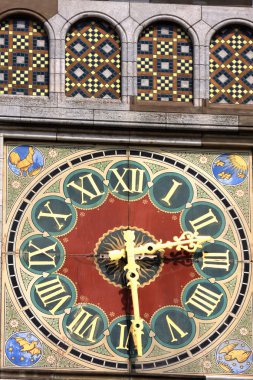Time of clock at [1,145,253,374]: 2:29
